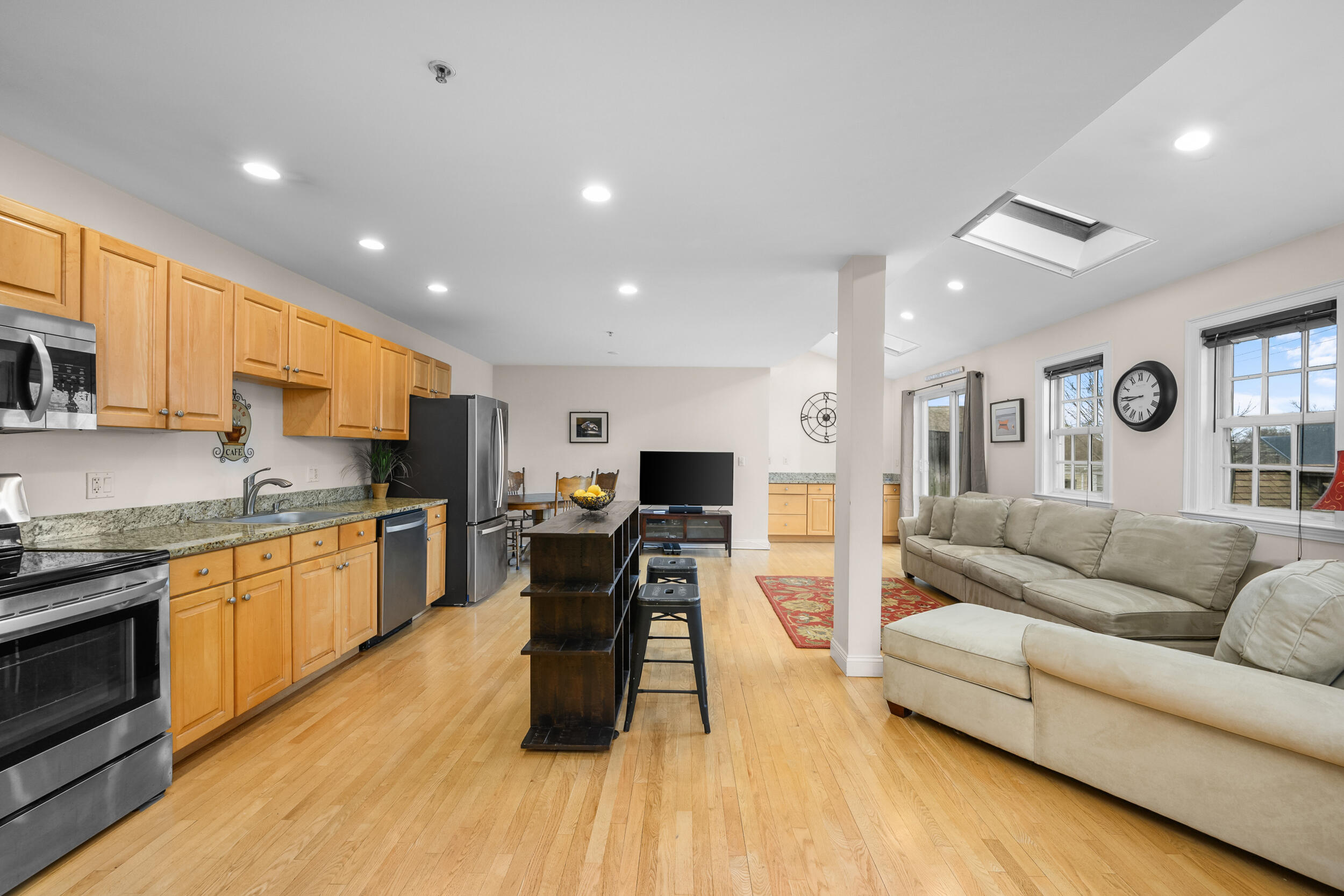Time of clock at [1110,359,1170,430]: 8:45
